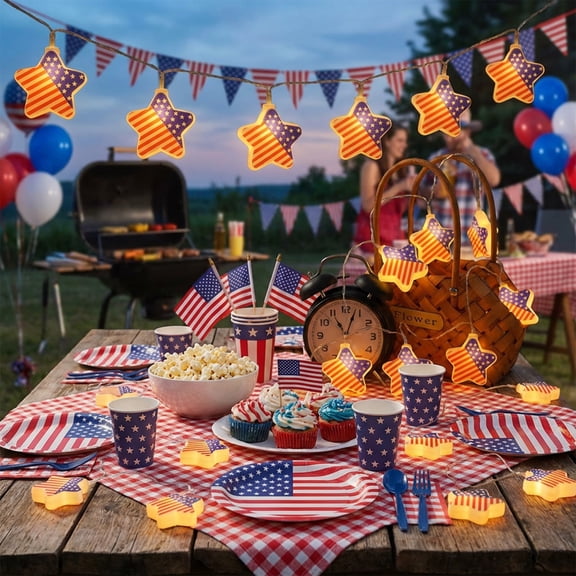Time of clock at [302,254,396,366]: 11:03
